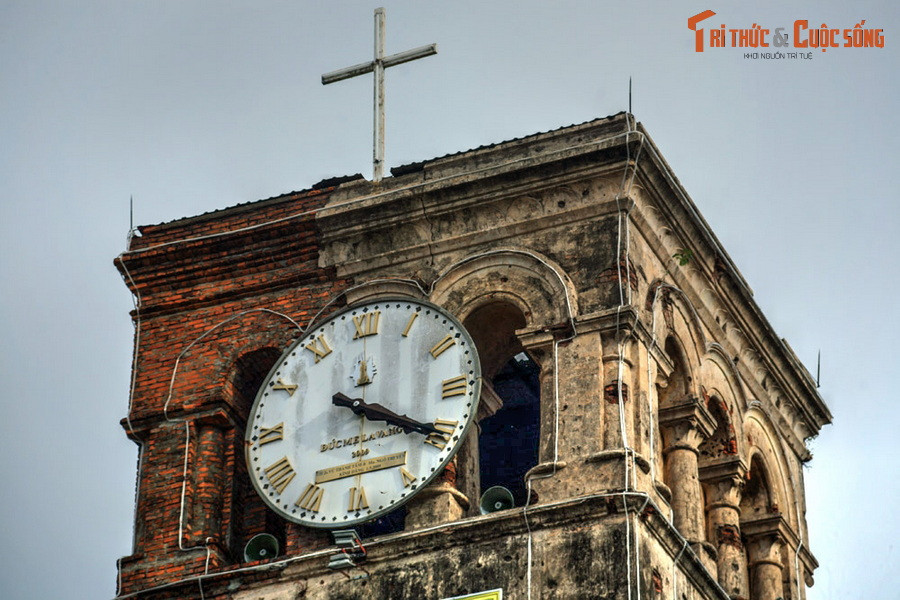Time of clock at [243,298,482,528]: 4:20
